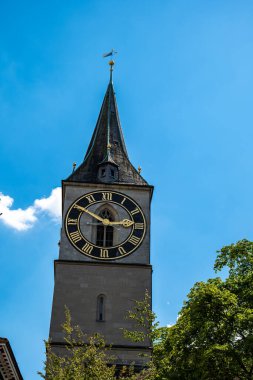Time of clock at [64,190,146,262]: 2:50
